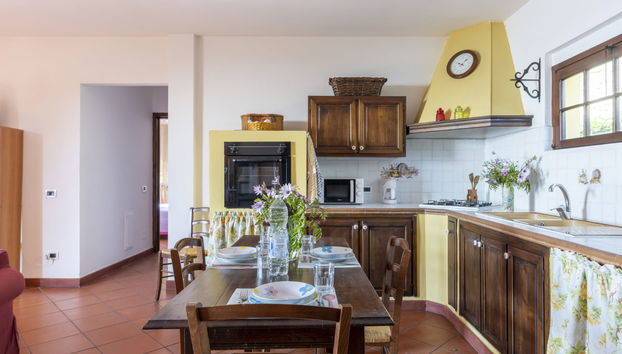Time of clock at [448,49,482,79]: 10:07
